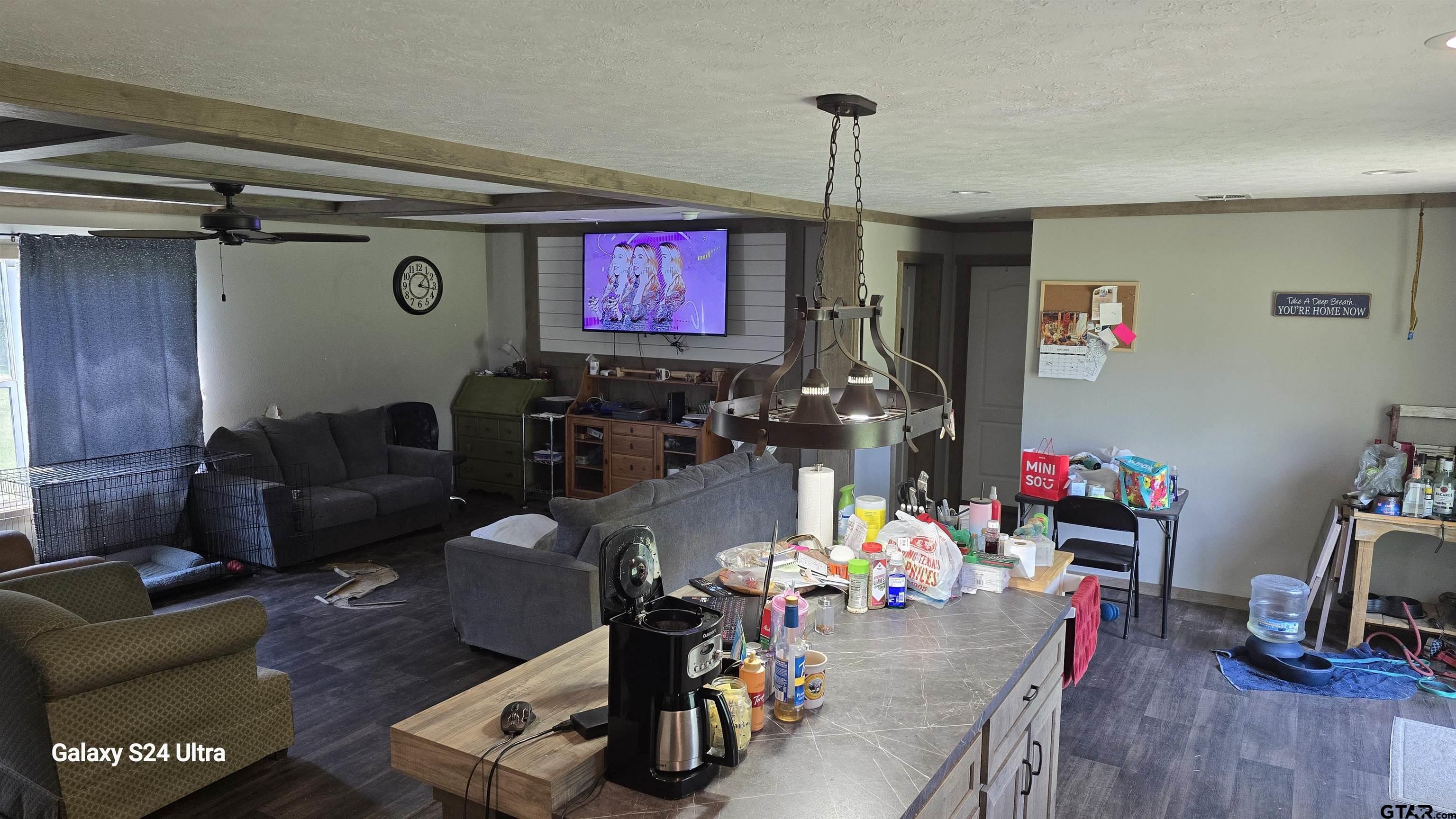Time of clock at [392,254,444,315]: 1:16
